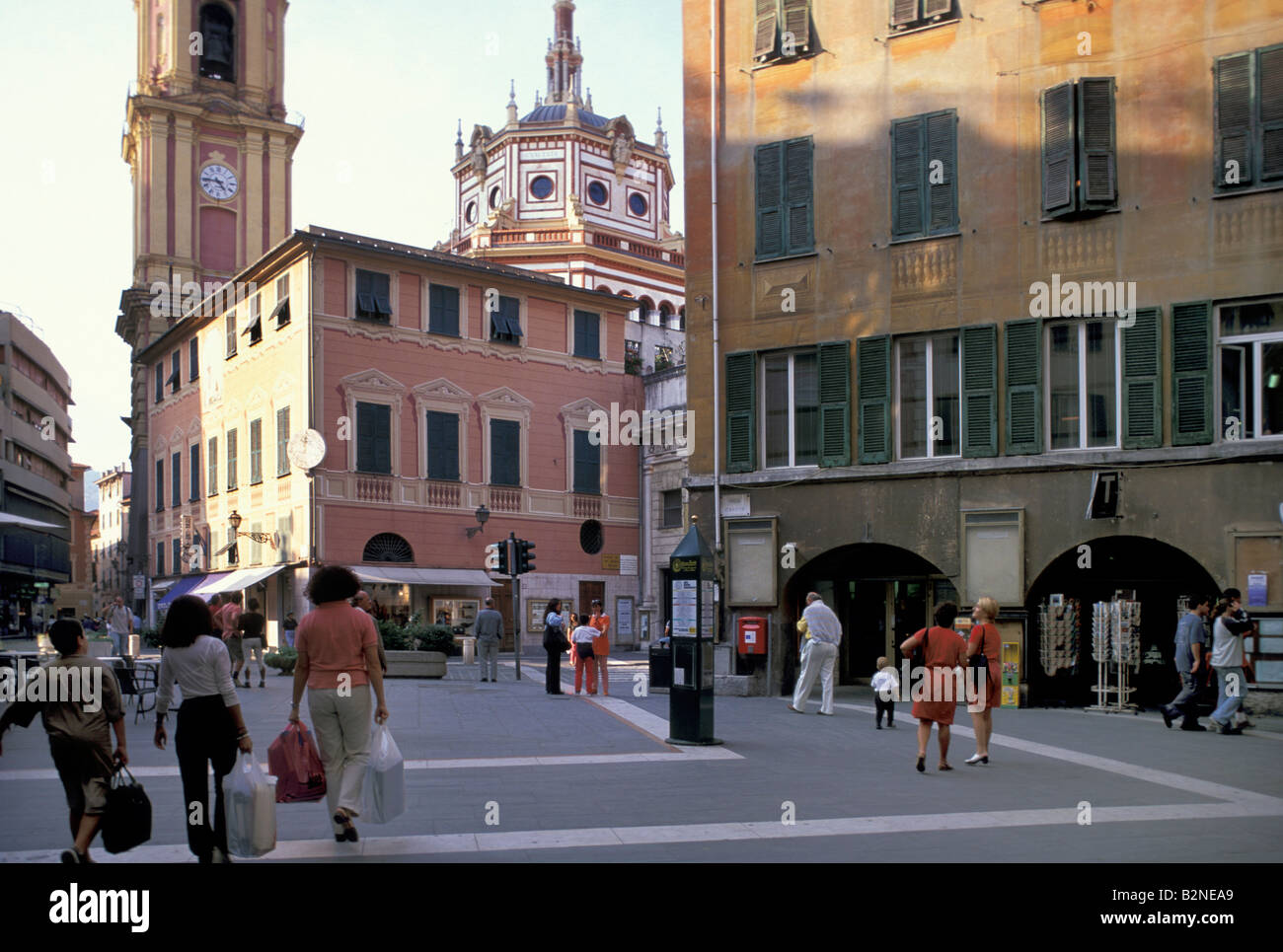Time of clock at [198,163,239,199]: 4:44
